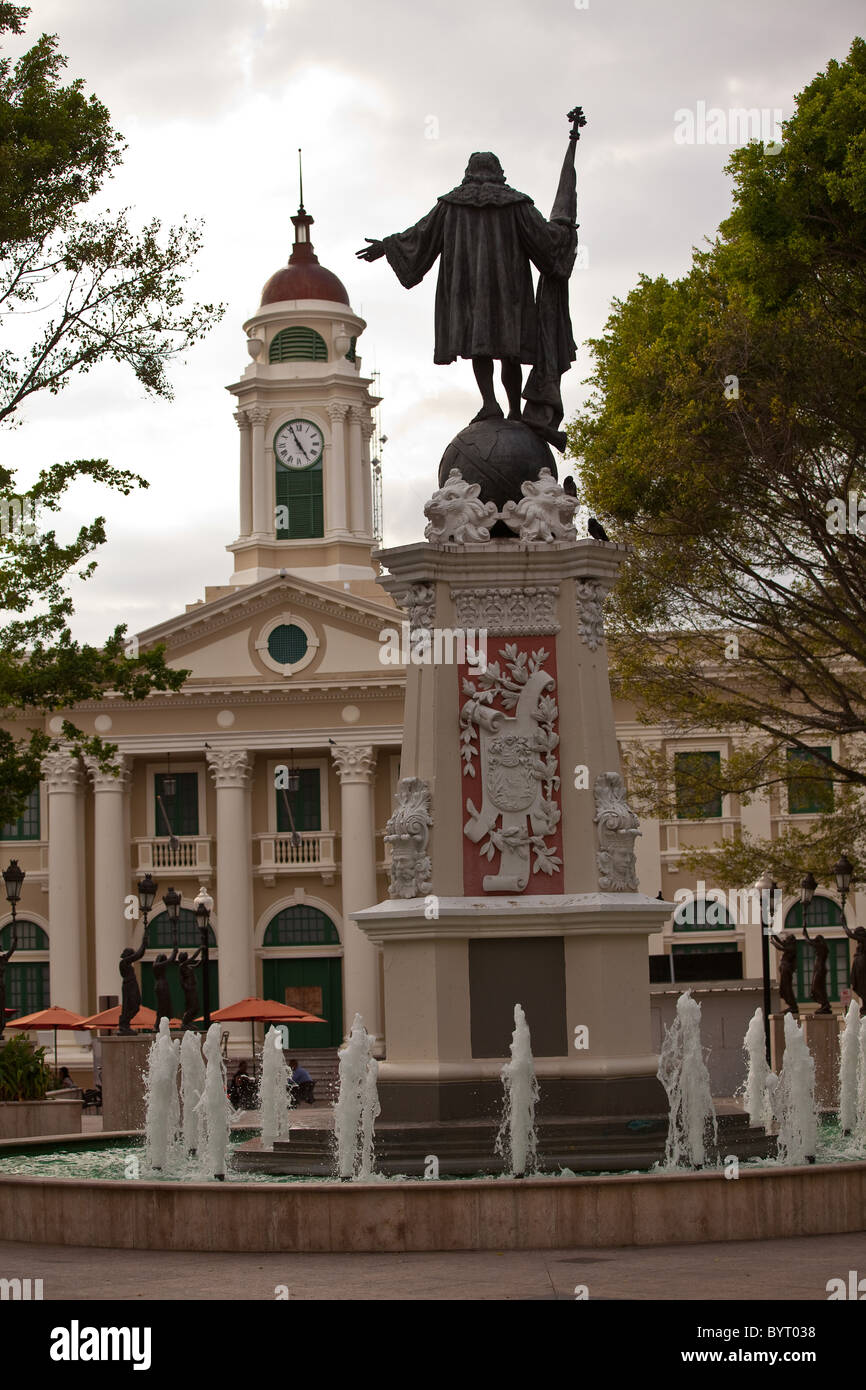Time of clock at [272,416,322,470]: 4:55
